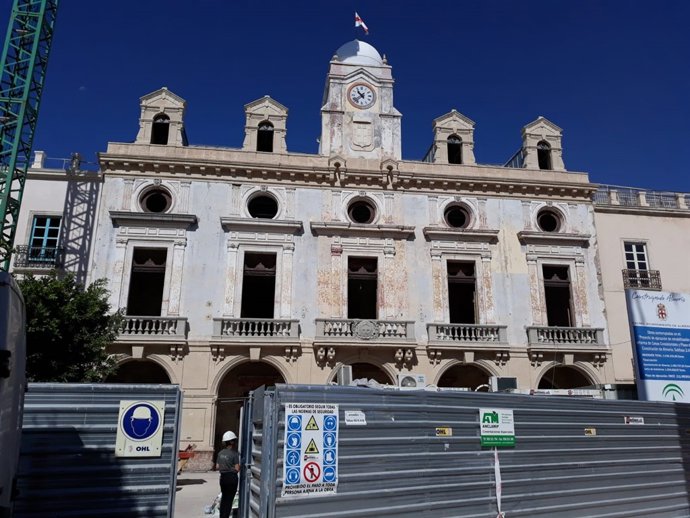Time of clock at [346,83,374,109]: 10:37
